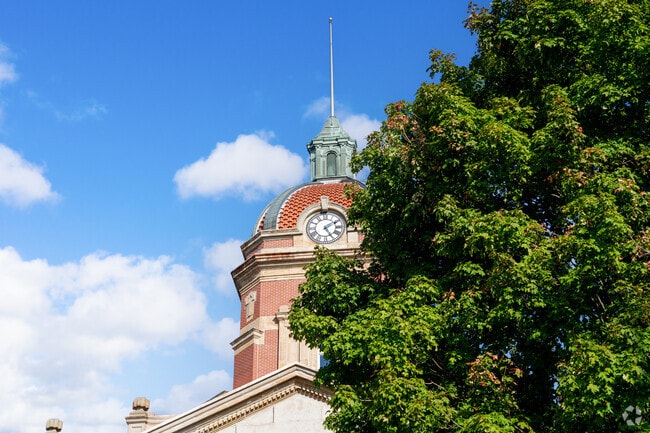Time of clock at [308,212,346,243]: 5:09
